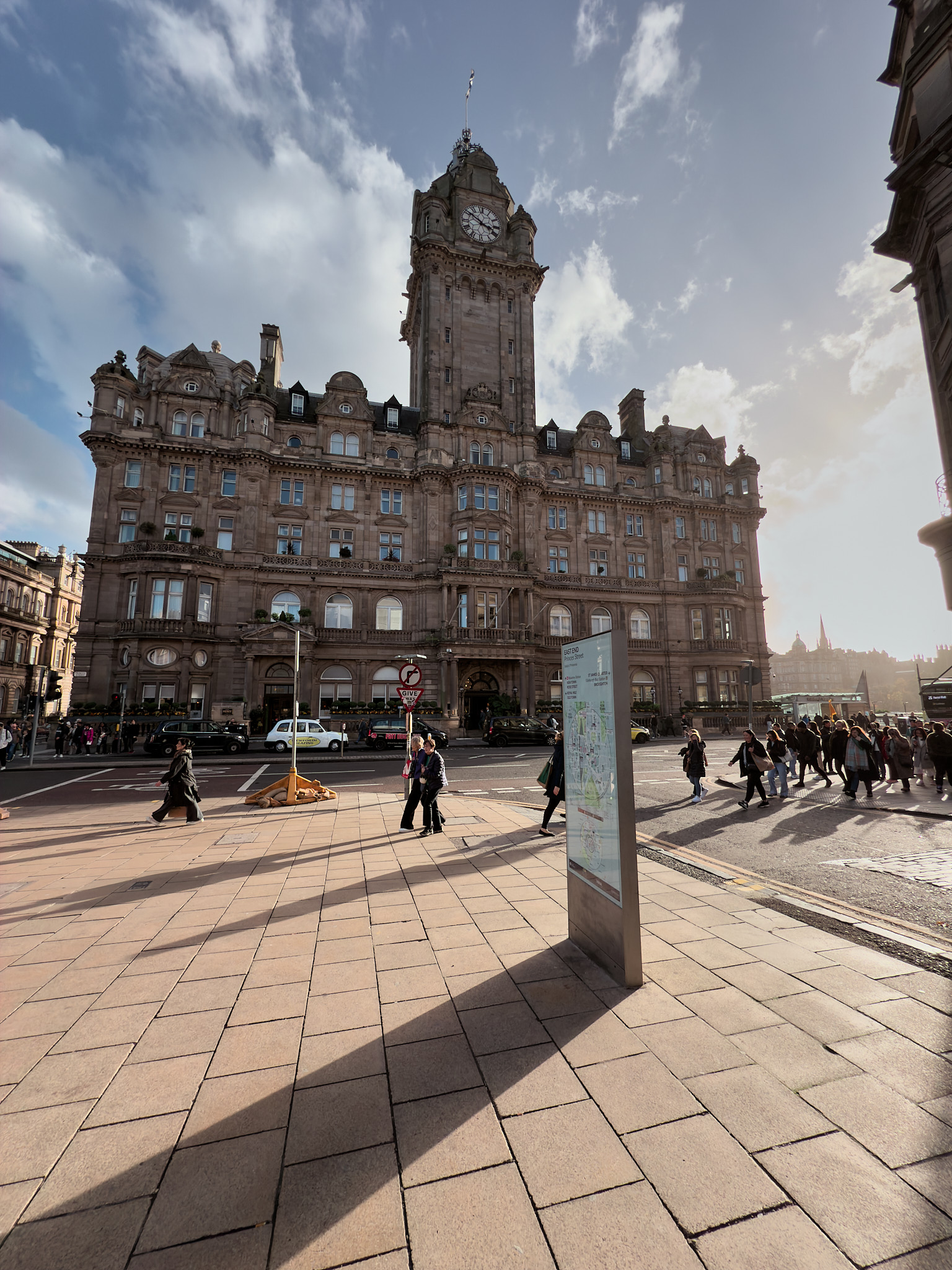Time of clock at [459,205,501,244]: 3:51
